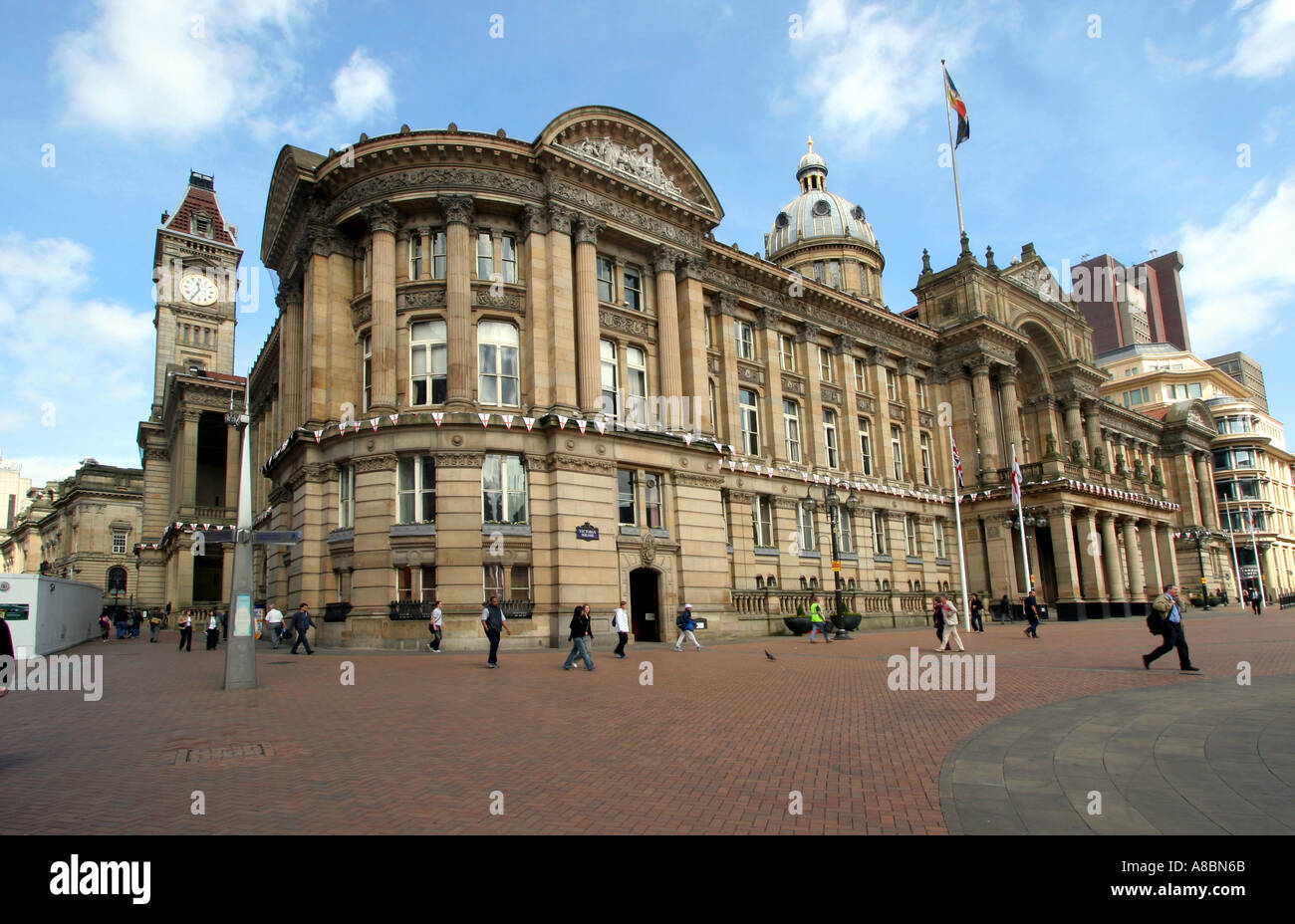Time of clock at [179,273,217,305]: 11:35
